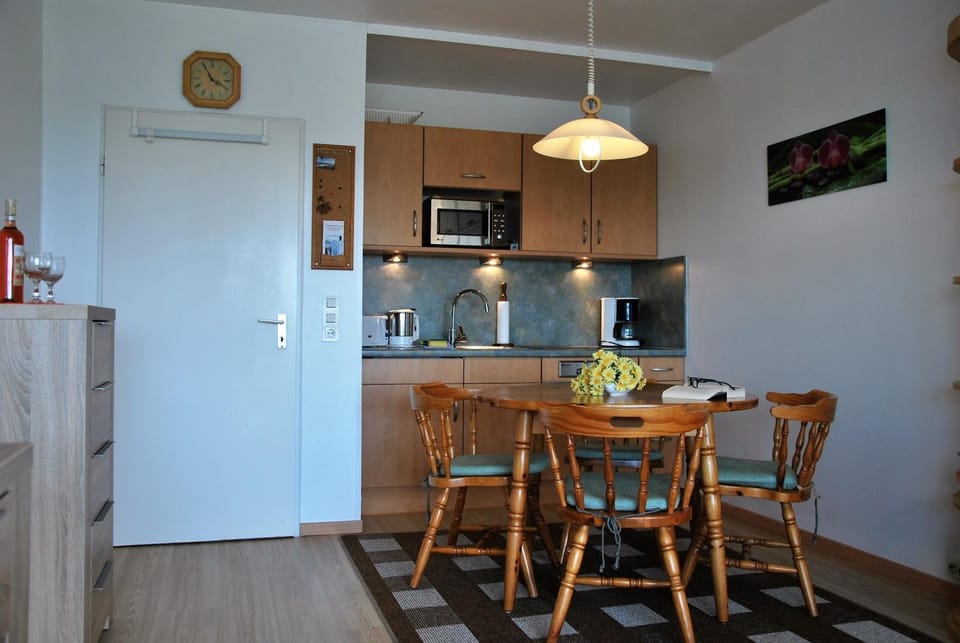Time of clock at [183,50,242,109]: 3:54
